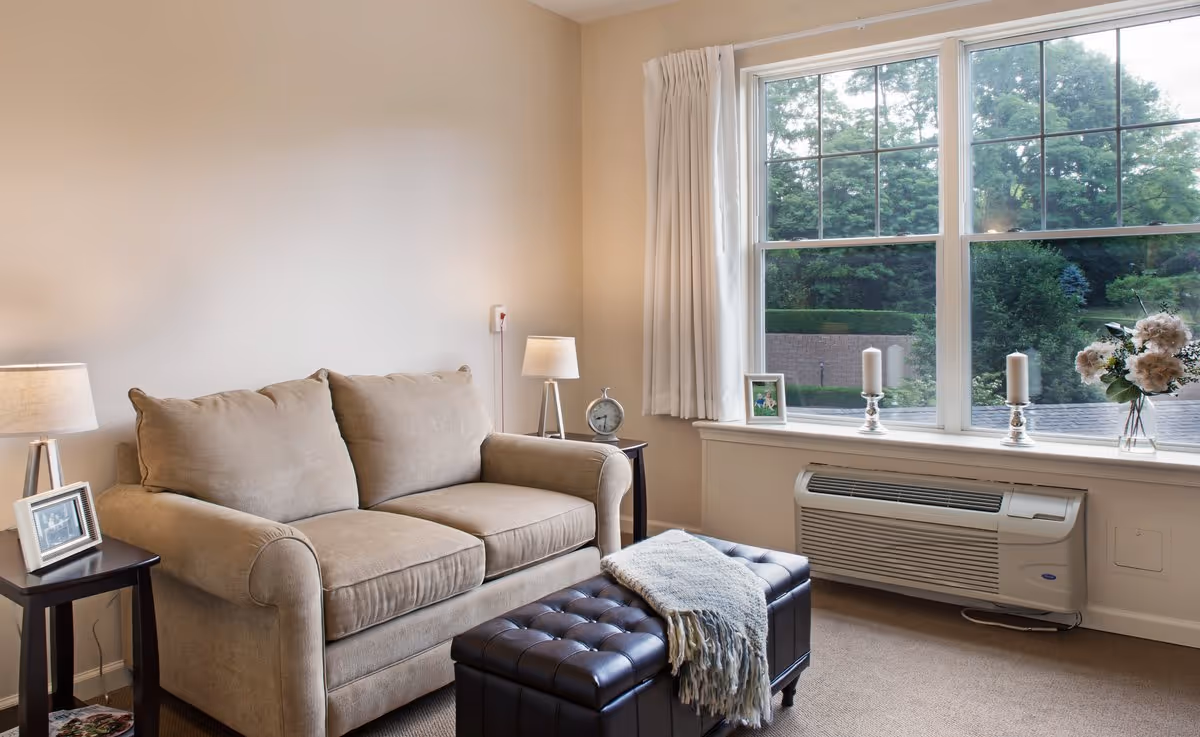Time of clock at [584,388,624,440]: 8:31
